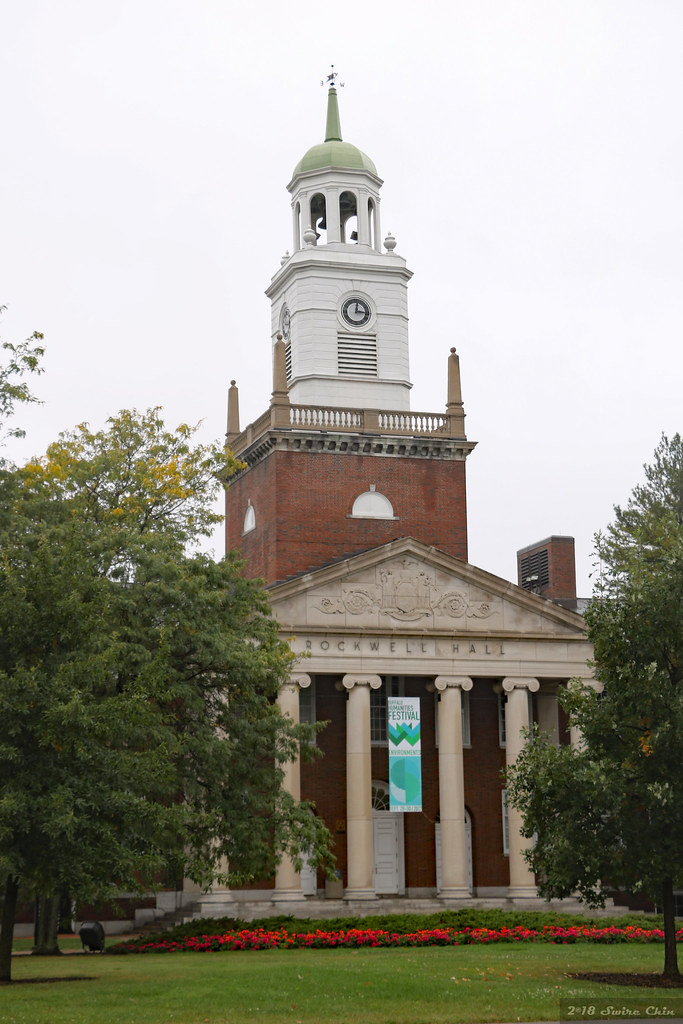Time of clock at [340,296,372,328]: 3:02
